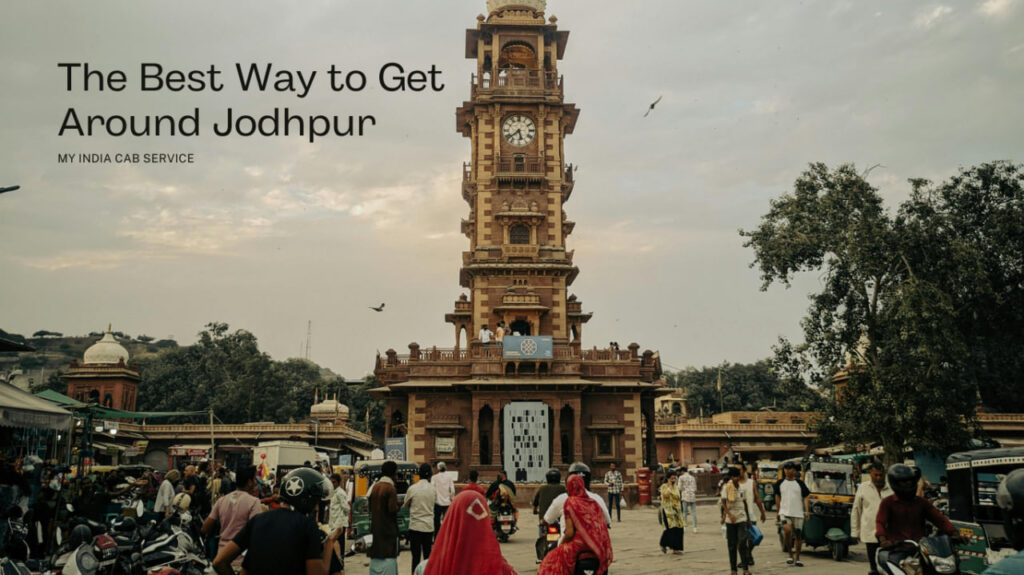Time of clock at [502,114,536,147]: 5:38
